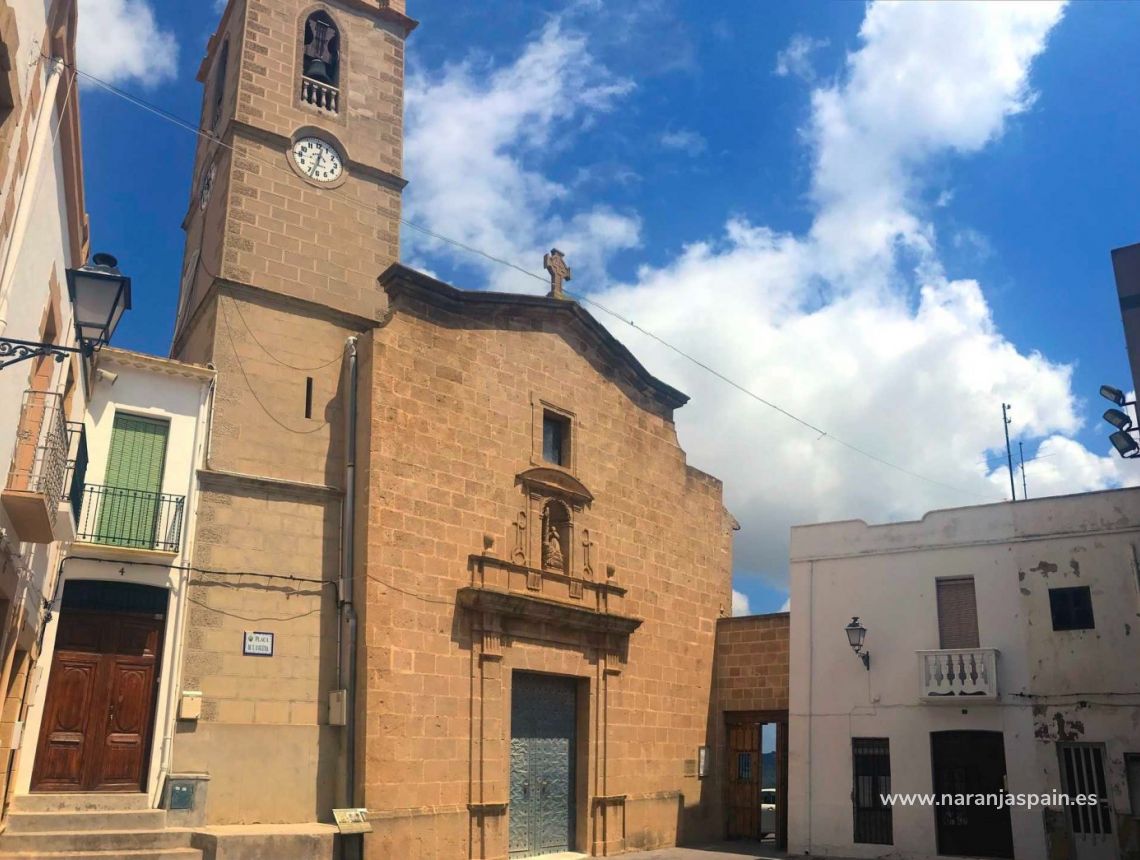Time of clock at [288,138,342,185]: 12:32
